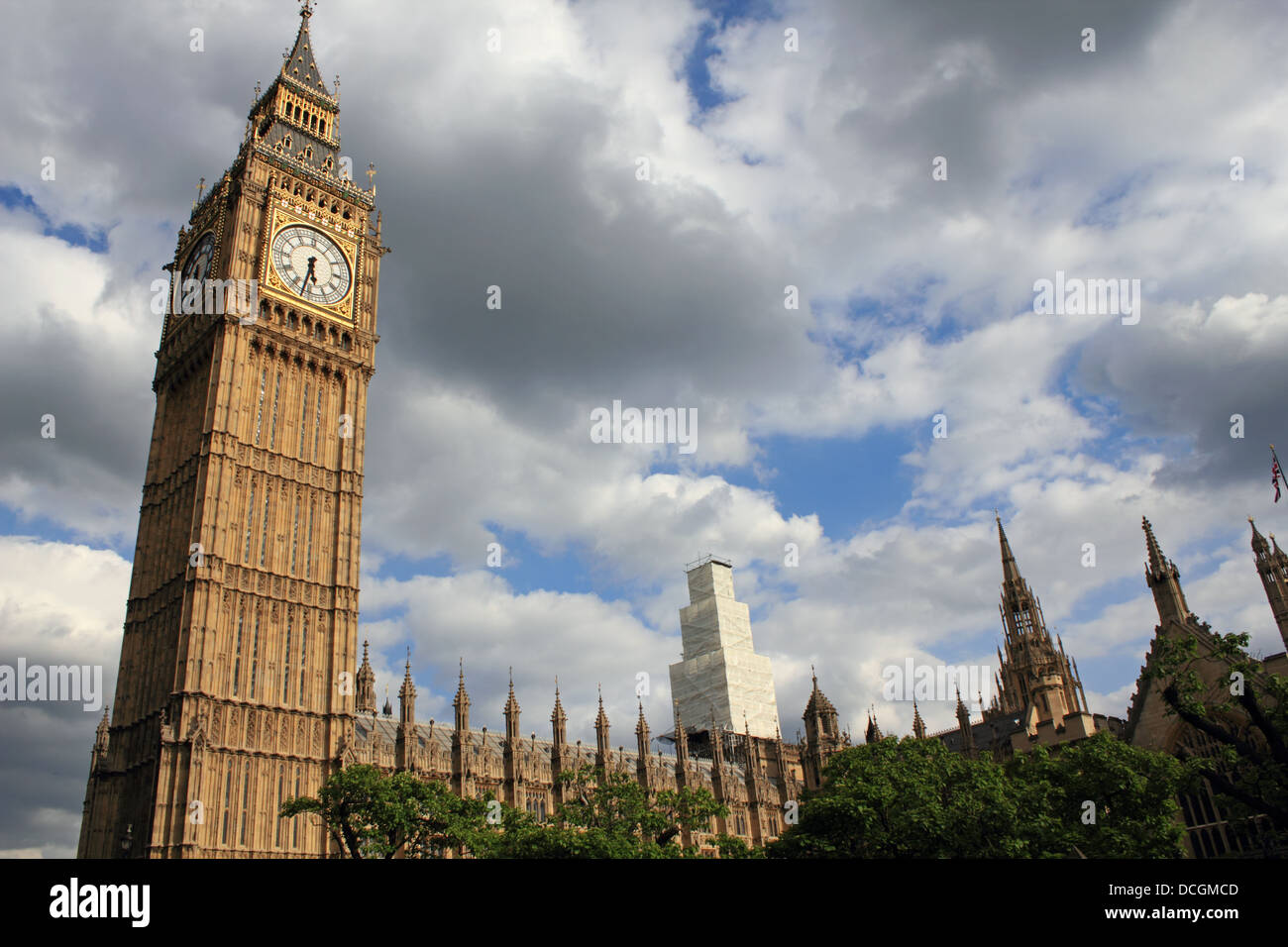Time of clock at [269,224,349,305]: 5:32
